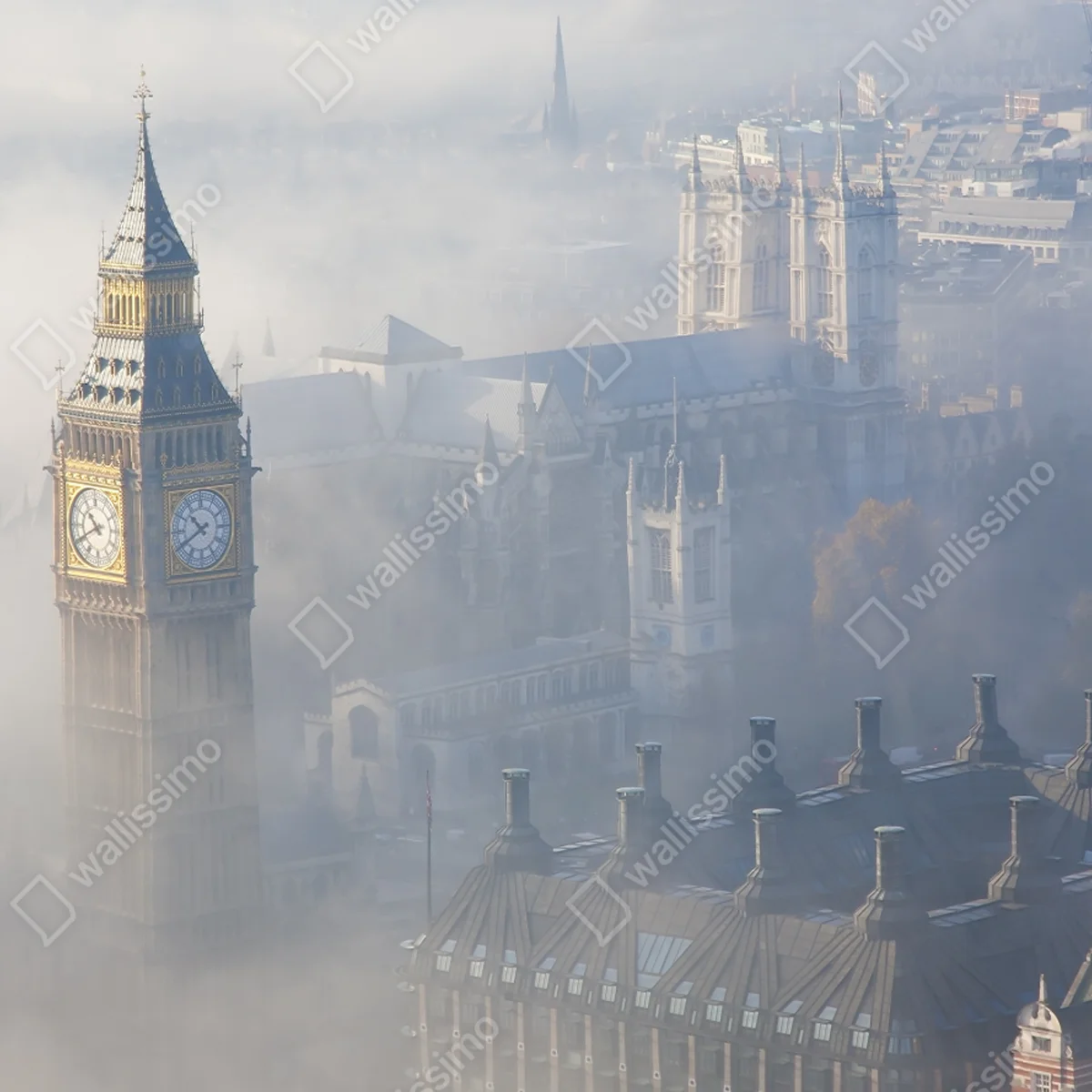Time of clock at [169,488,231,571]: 10:40
